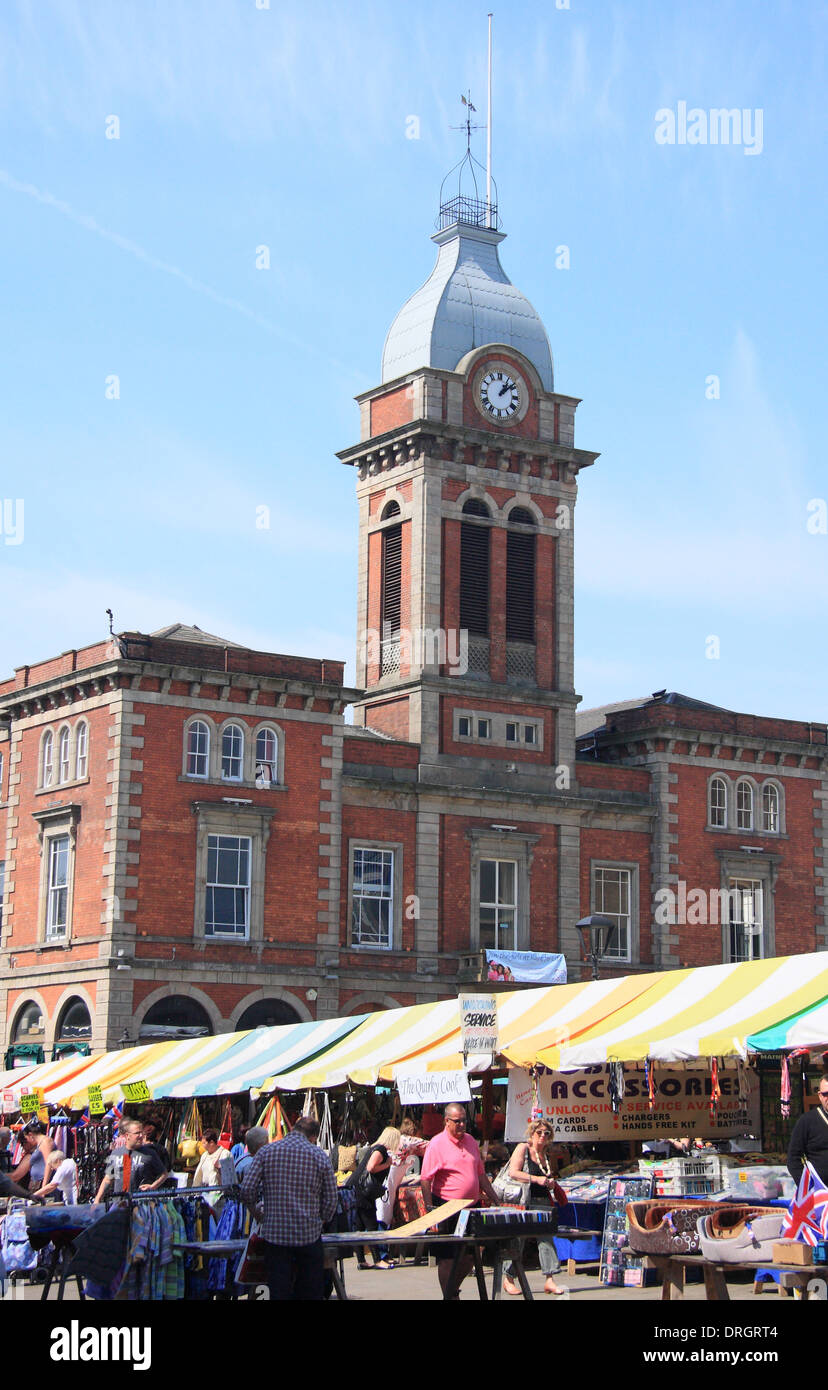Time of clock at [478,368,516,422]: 1:08
